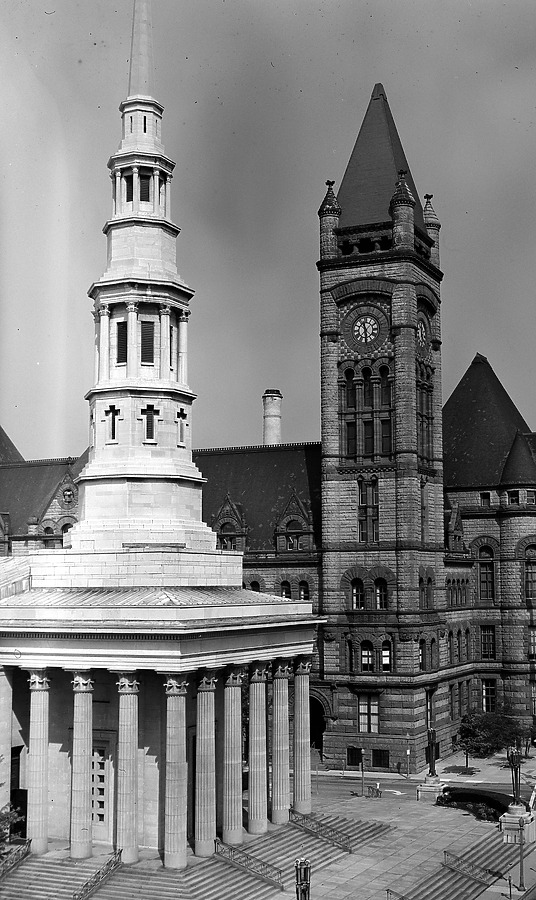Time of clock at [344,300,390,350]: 11:29
